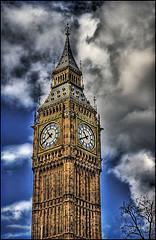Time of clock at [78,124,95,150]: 10:40
